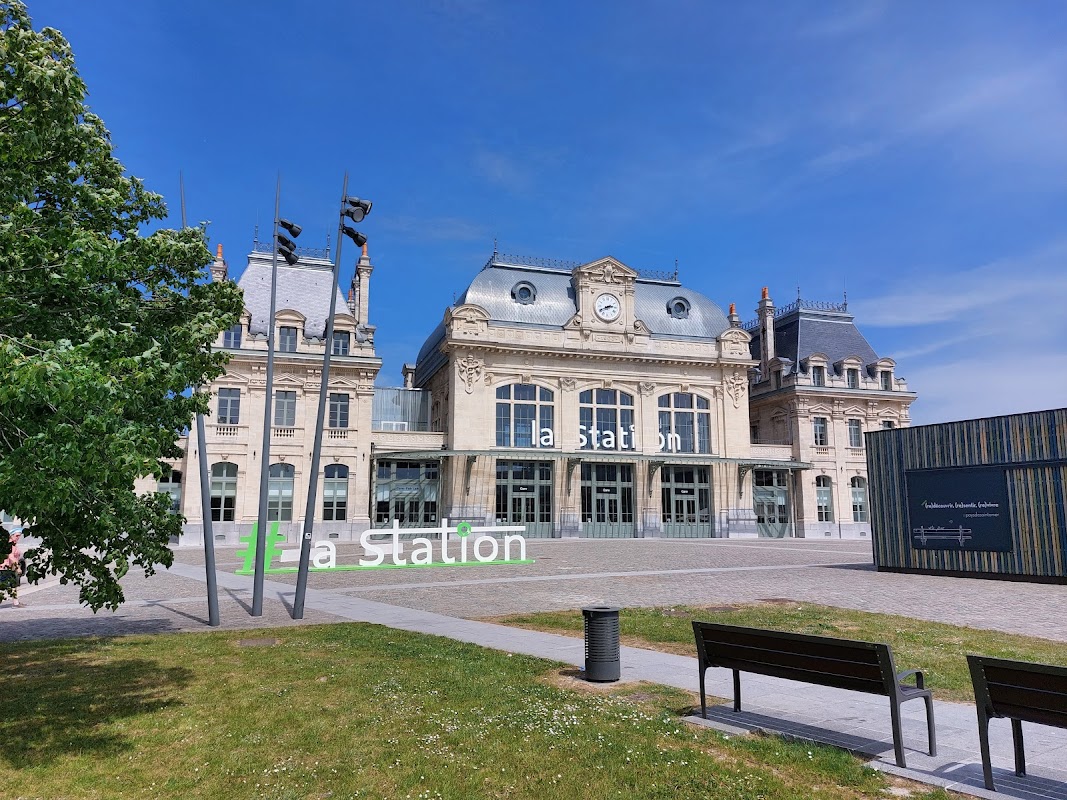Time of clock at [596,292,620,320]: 2:40
